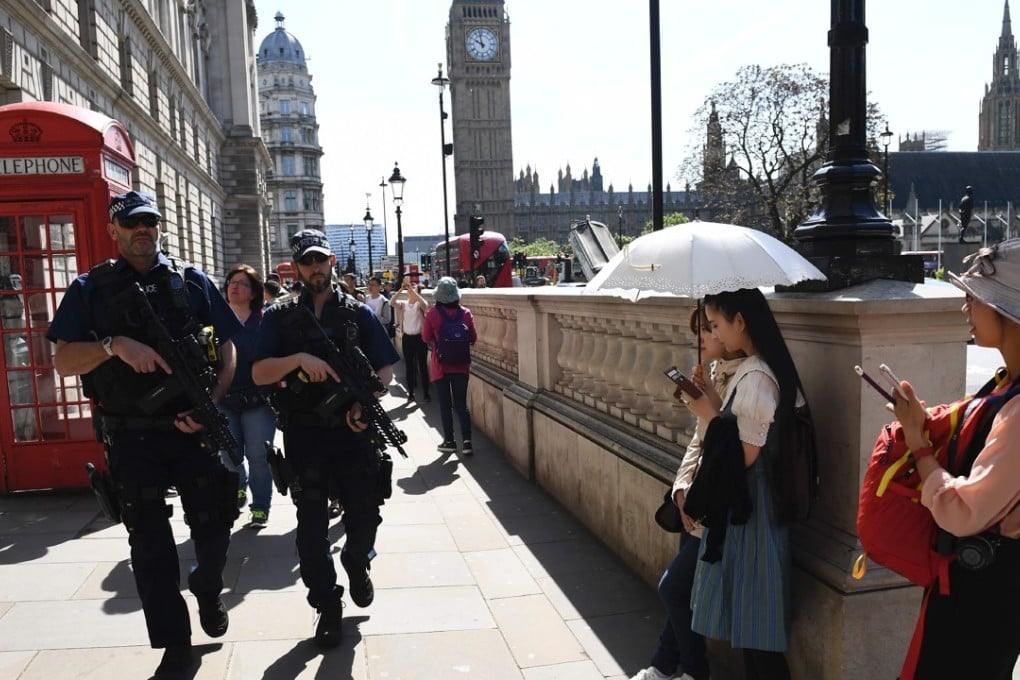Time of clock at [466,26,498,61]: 9:57
